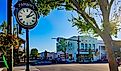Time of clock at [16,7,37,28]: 2:06
